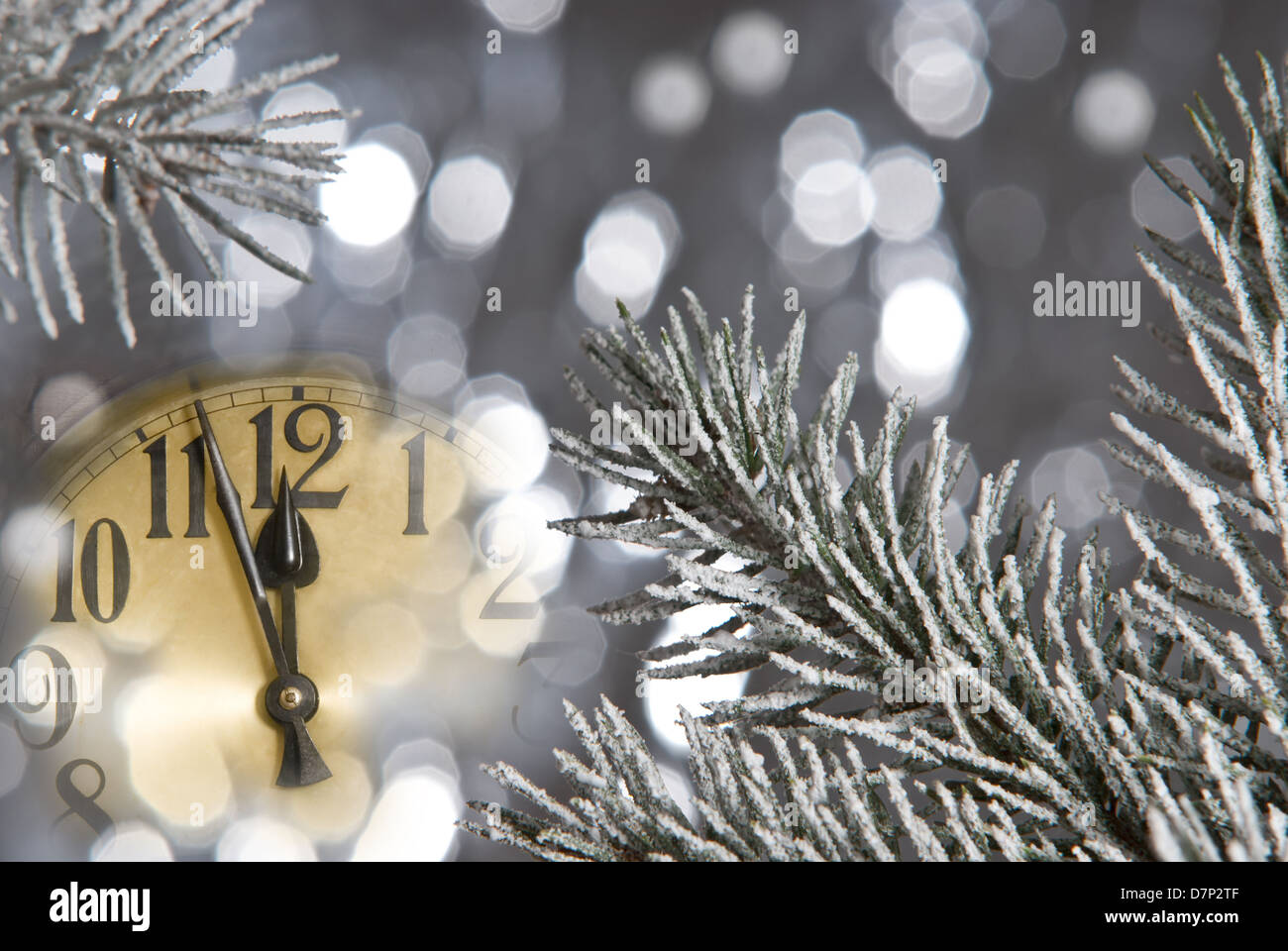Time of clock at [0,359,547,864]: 11:56
